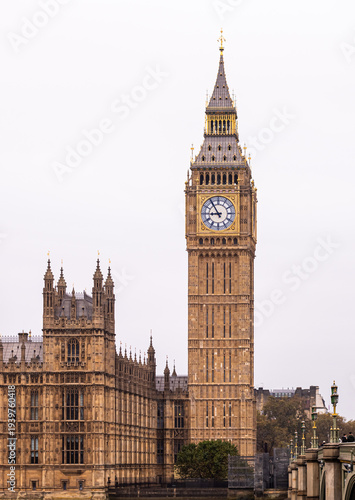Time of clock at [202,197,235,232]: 8:54
